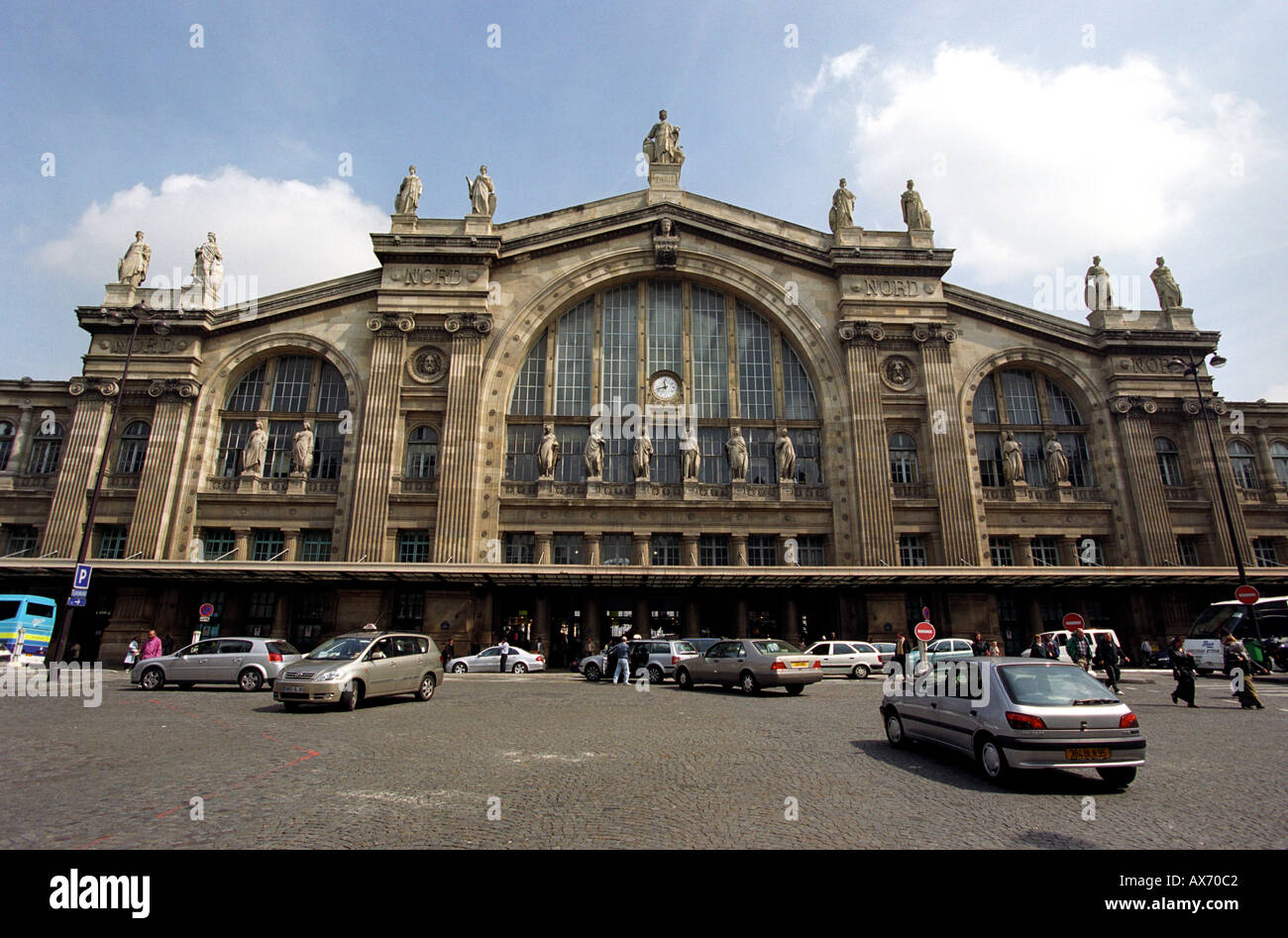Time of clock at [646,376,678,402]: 11:42
